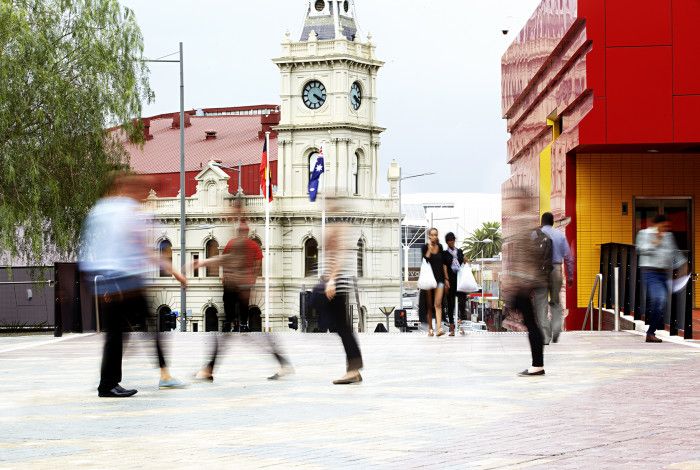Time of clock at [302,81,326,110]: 4:19
